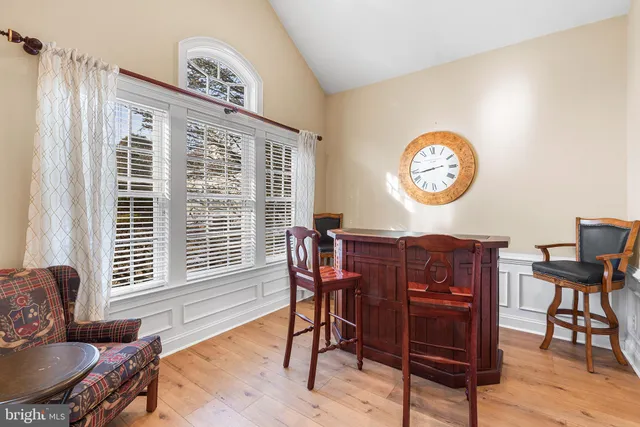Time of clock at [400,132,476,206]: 8:43
